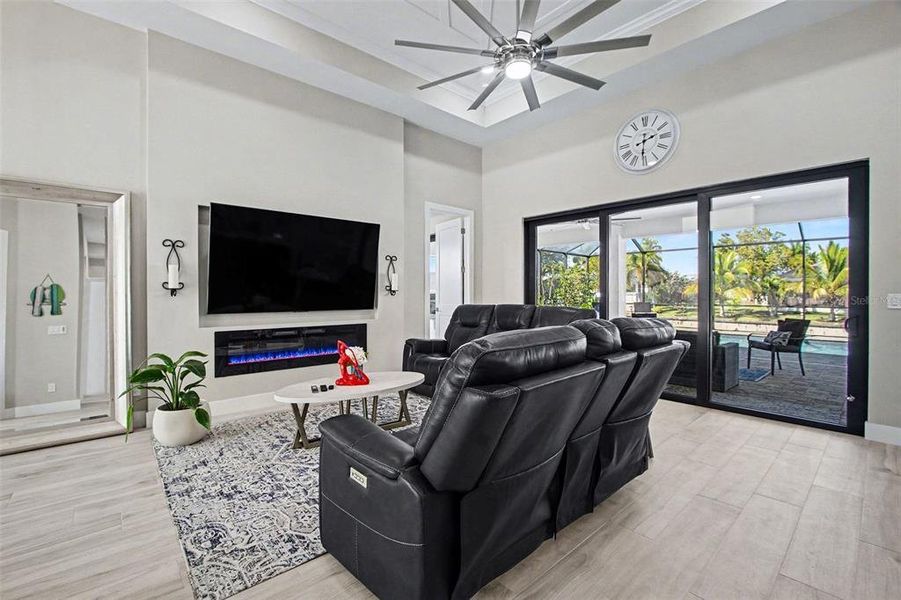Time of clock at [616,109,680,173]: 2:30
